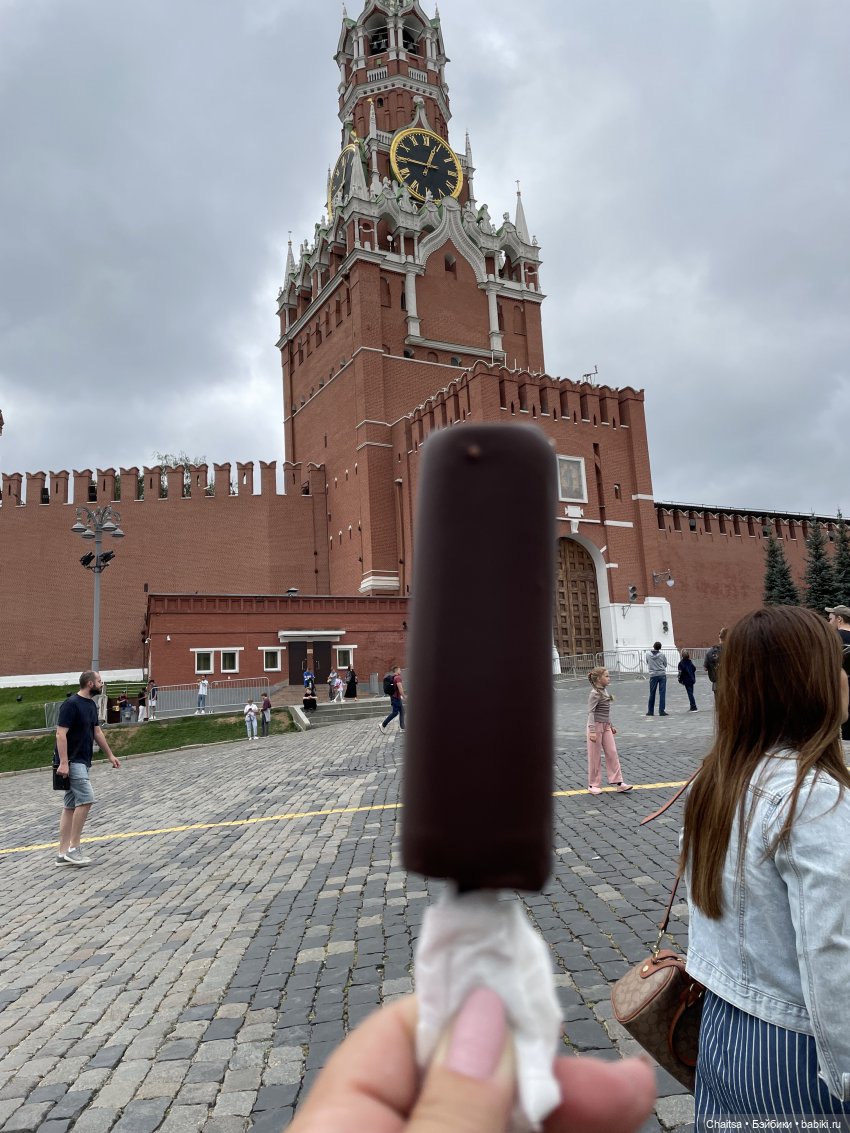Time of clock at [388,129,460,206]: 12:45
